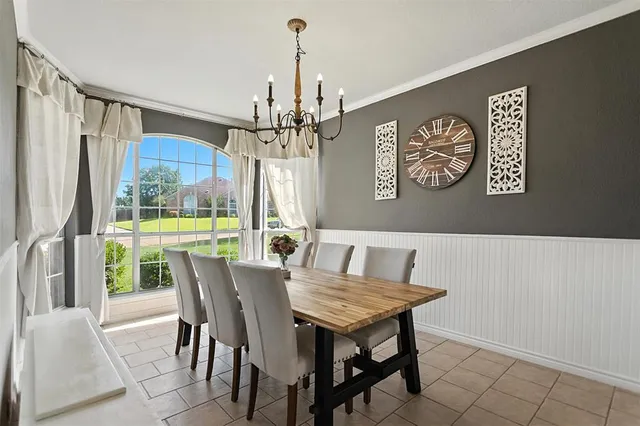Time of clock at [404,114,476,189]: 8:18
